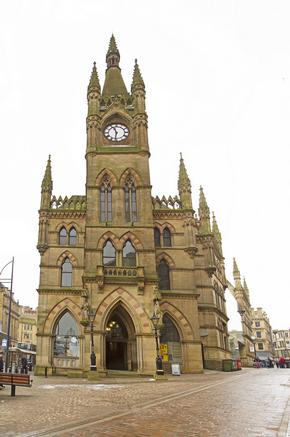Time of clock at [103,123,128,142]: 11:31
